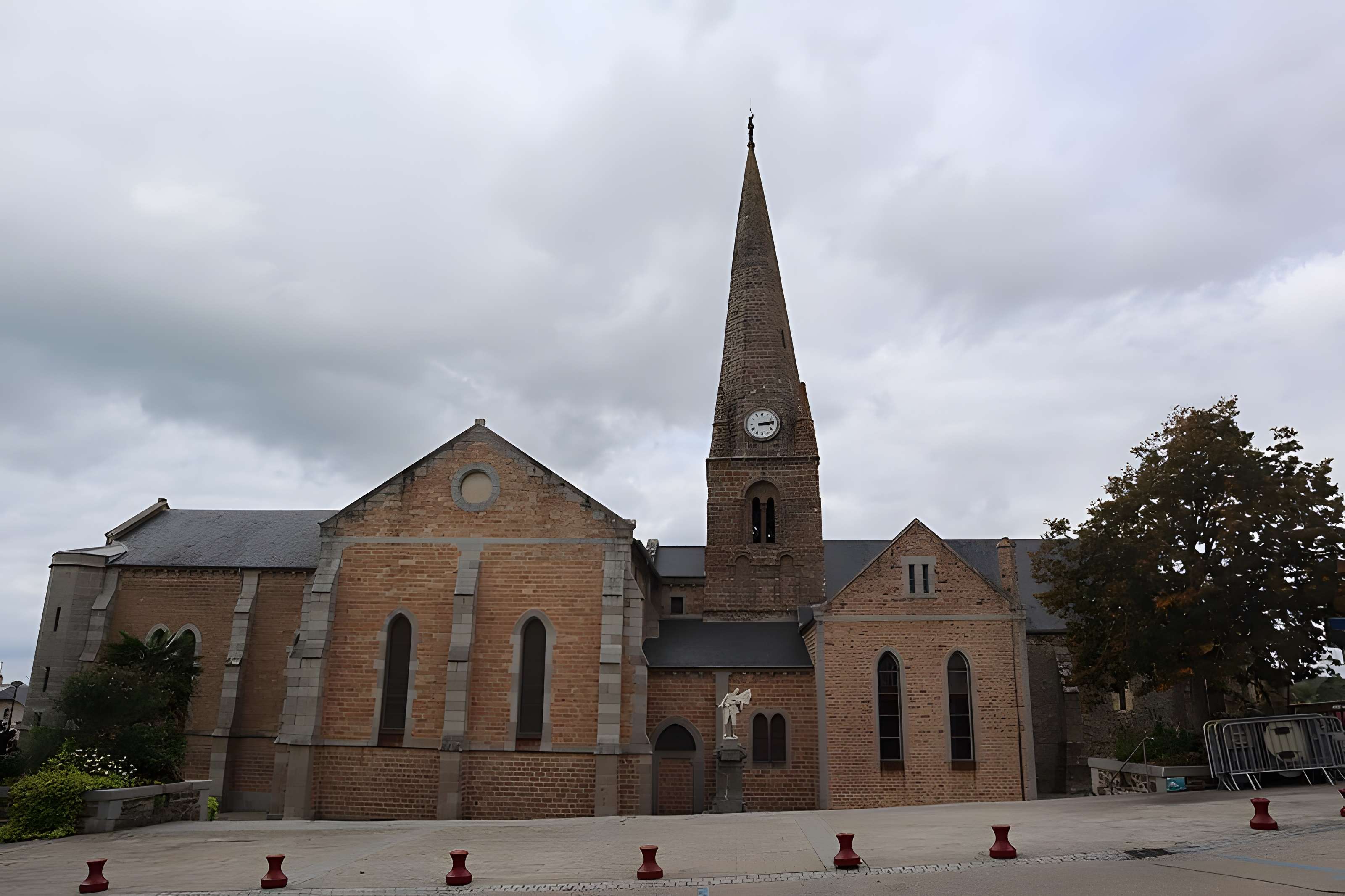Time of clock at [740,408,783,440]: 3:13
